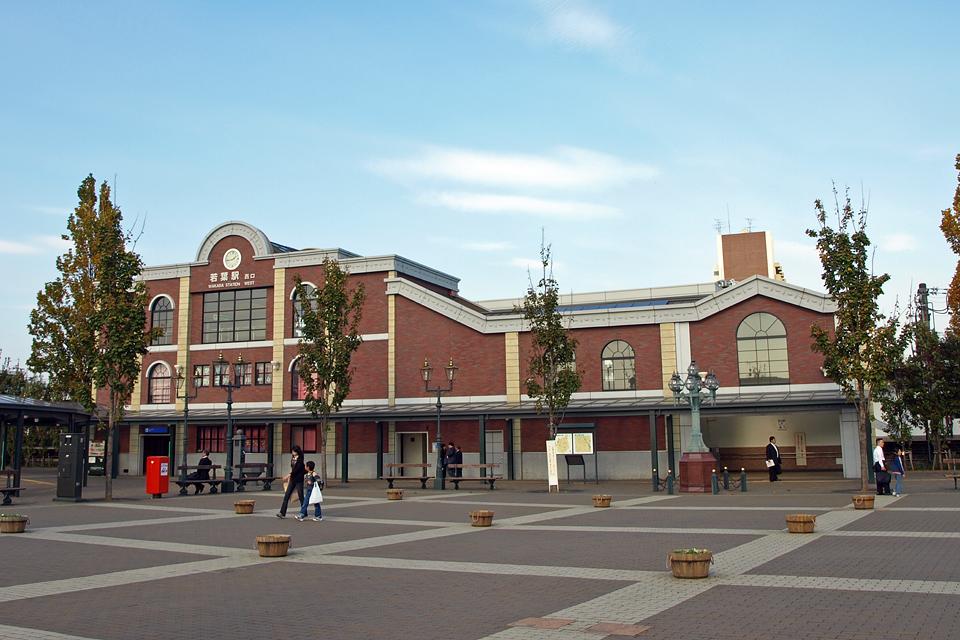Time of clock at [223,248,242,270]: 1:43
